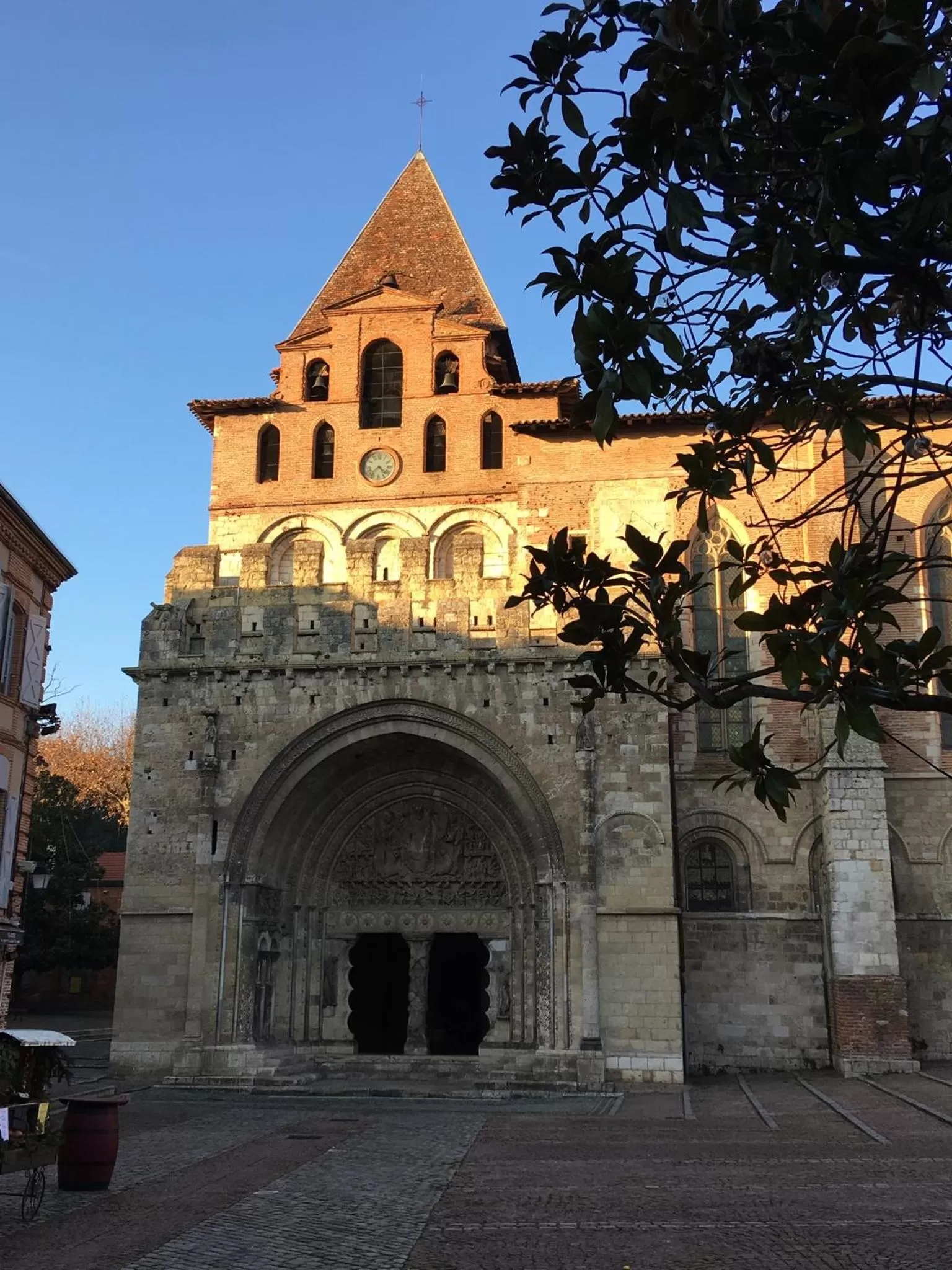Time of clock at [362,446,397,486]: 4:37
